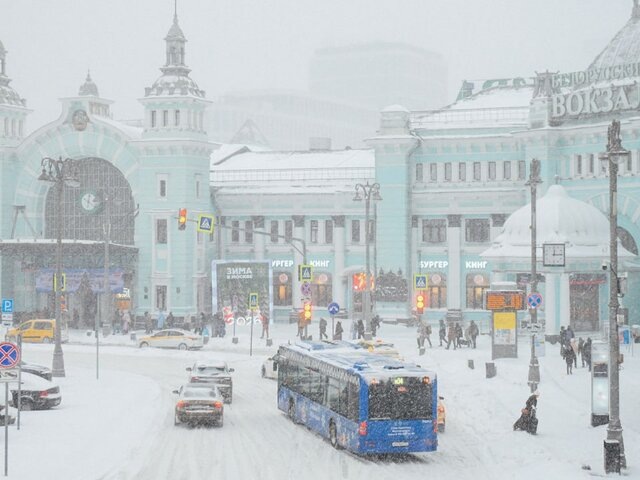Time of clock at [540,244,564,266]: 12:14
